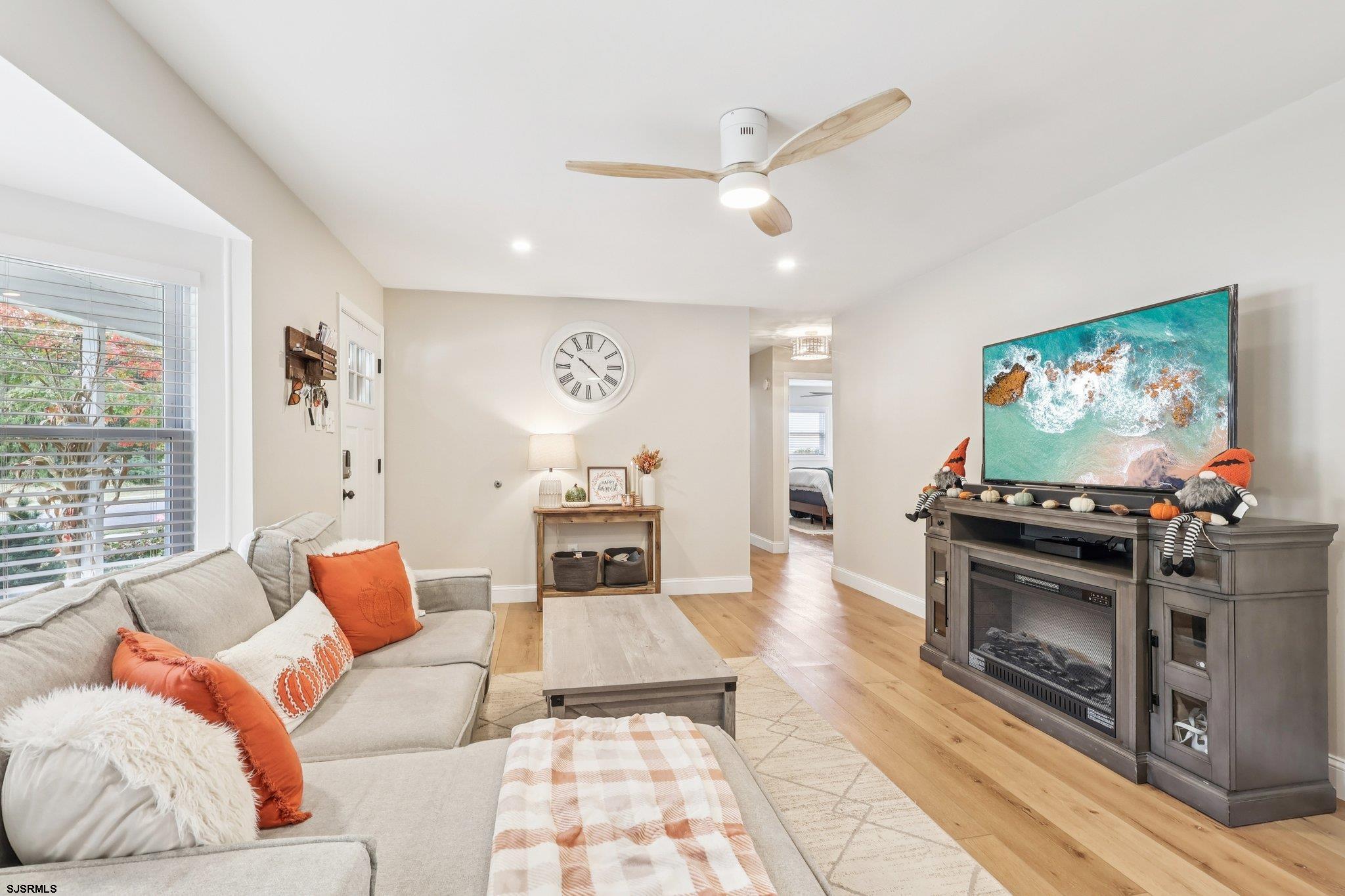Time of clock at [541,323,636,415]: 10:22
